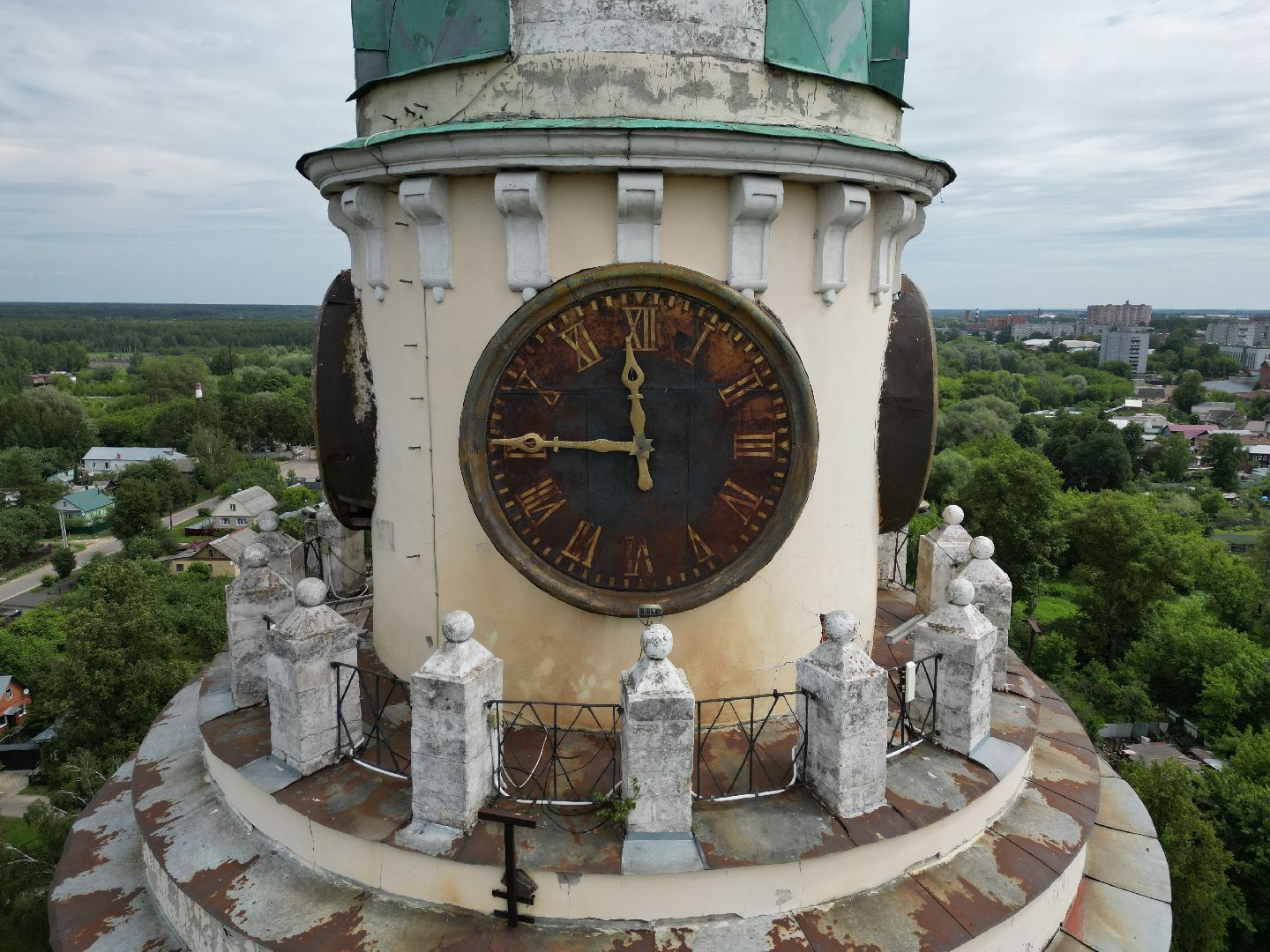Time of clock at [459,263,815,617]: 11:45
